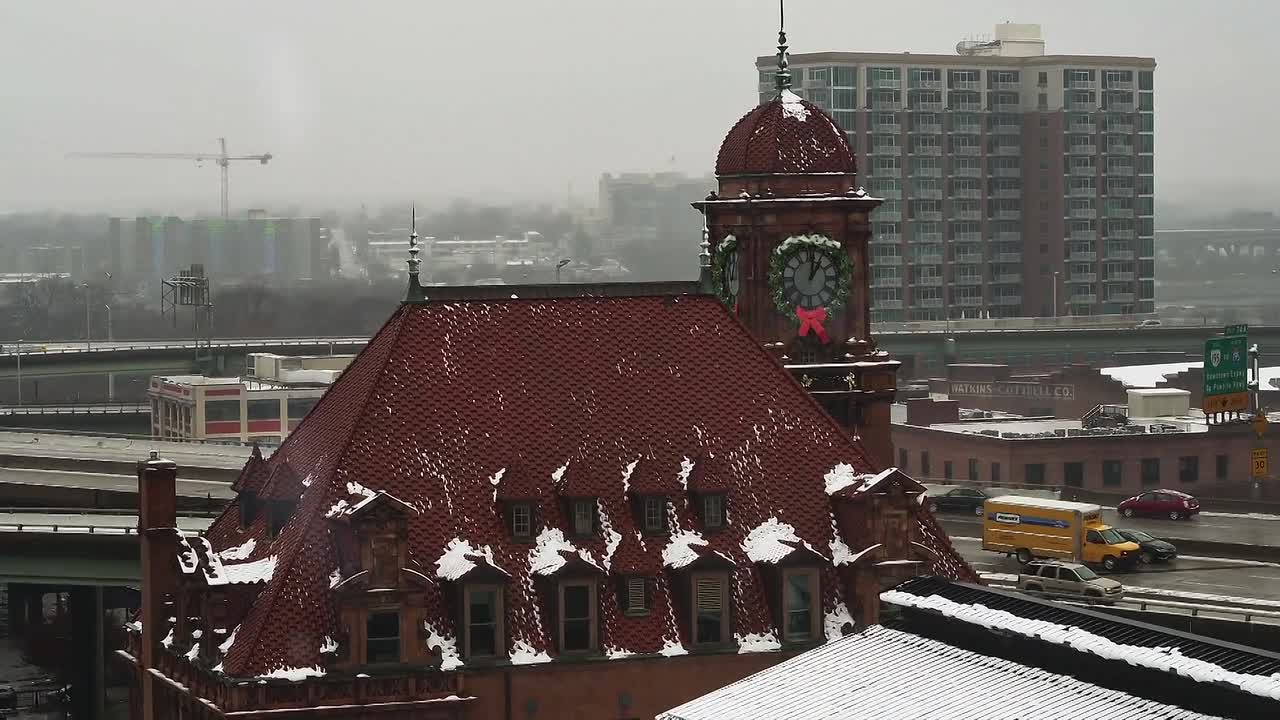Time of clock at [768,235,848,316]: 1:01
